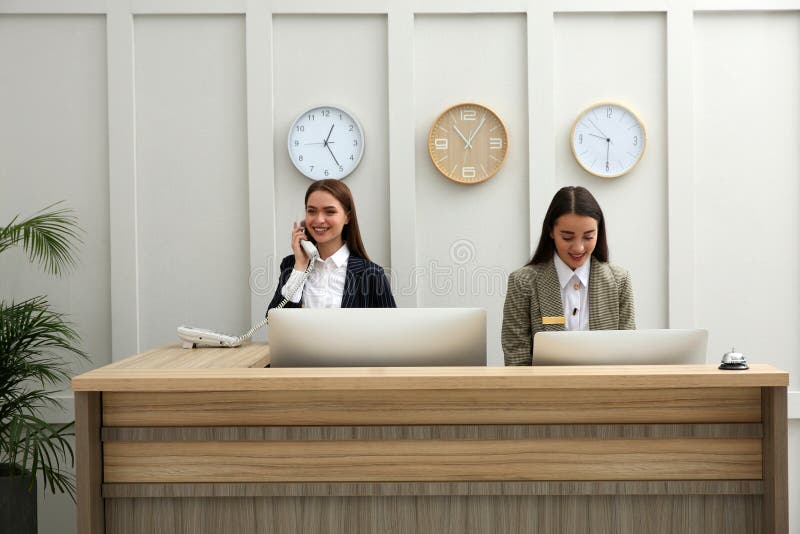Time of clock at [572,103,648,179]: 9:30
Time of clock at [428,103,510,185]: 11:05
